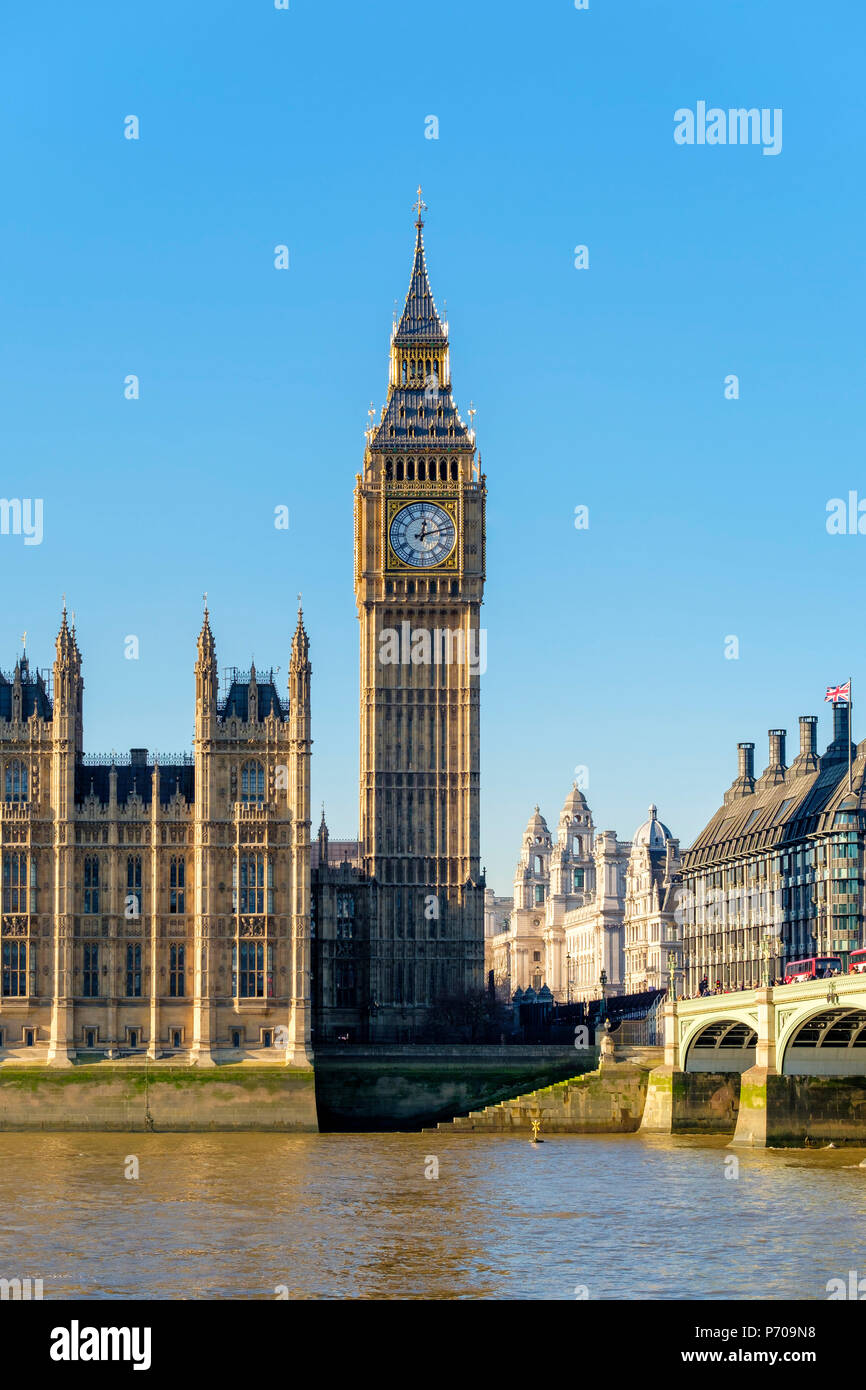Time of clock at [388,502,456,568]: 12:12
